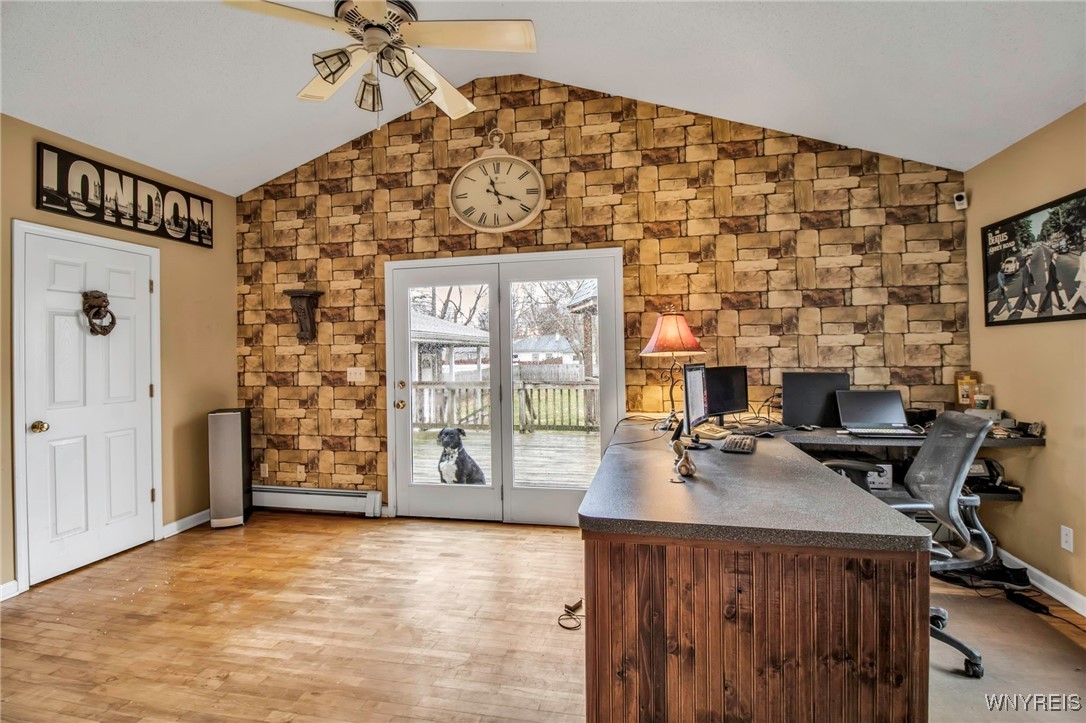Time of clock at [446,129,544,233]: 11:18
